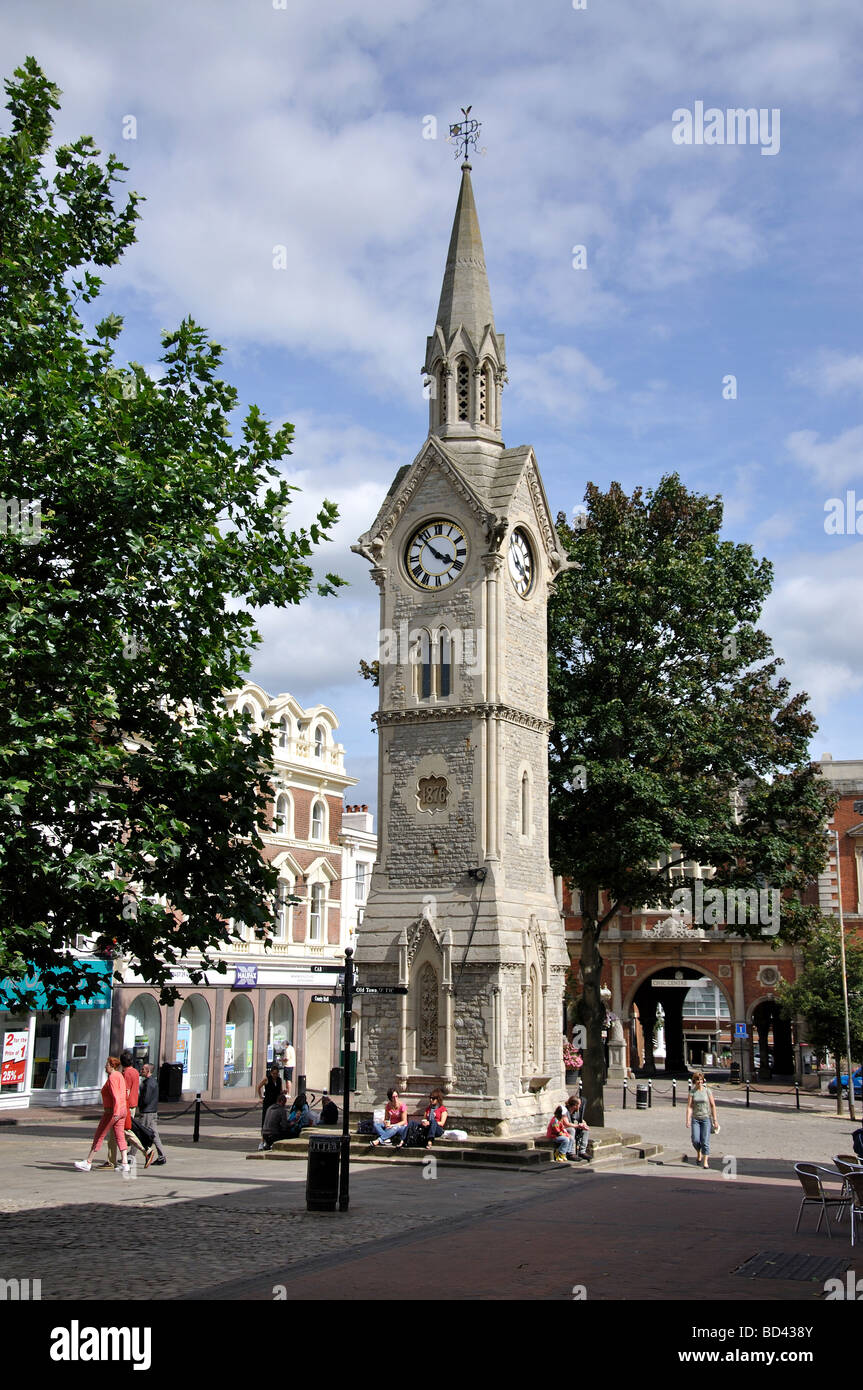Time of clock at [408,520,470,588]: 3:52
